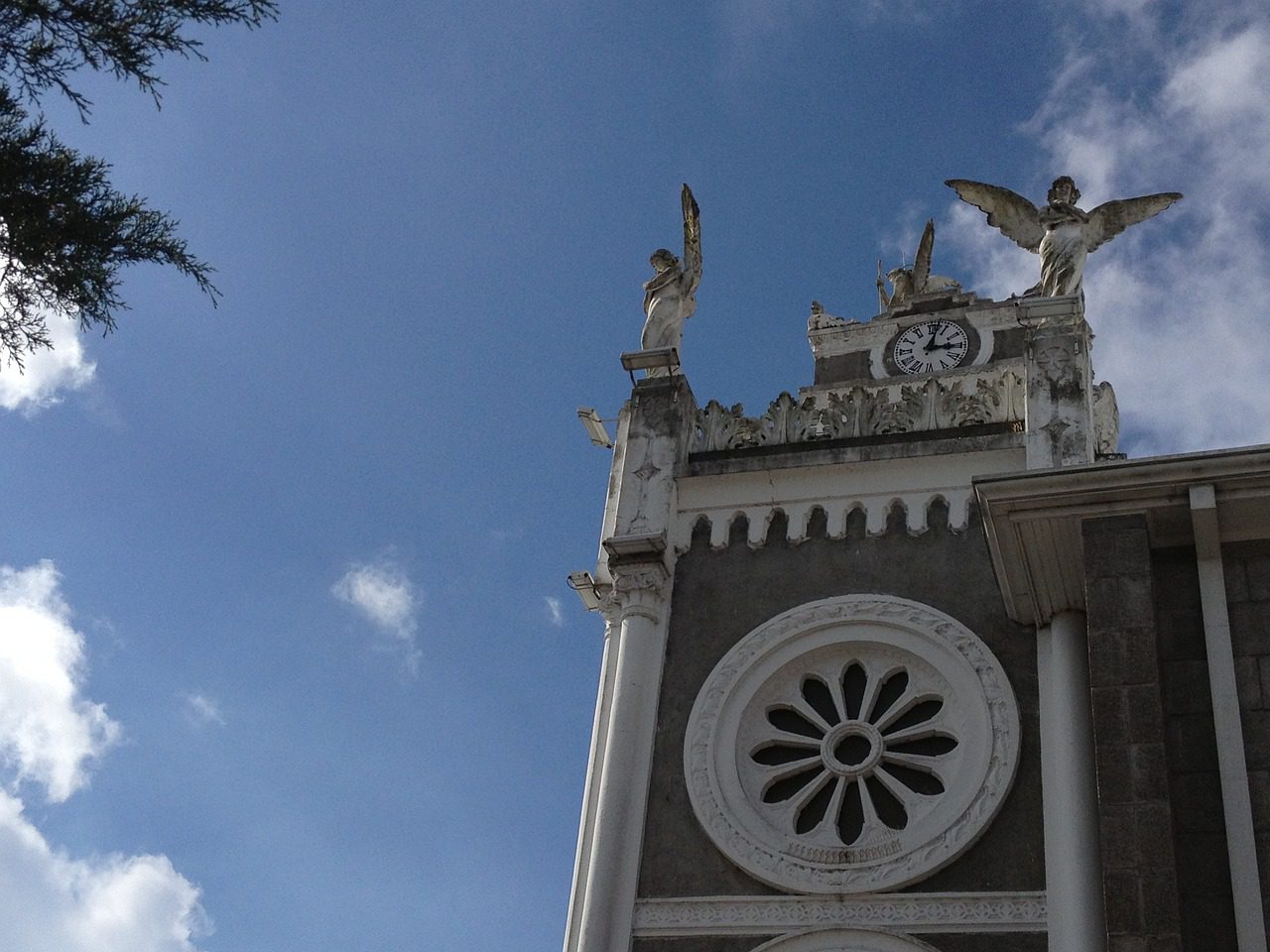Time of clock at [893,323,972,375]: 3:02
